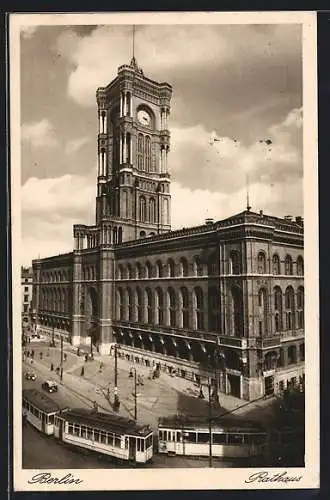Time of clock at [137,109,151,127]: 3:22
